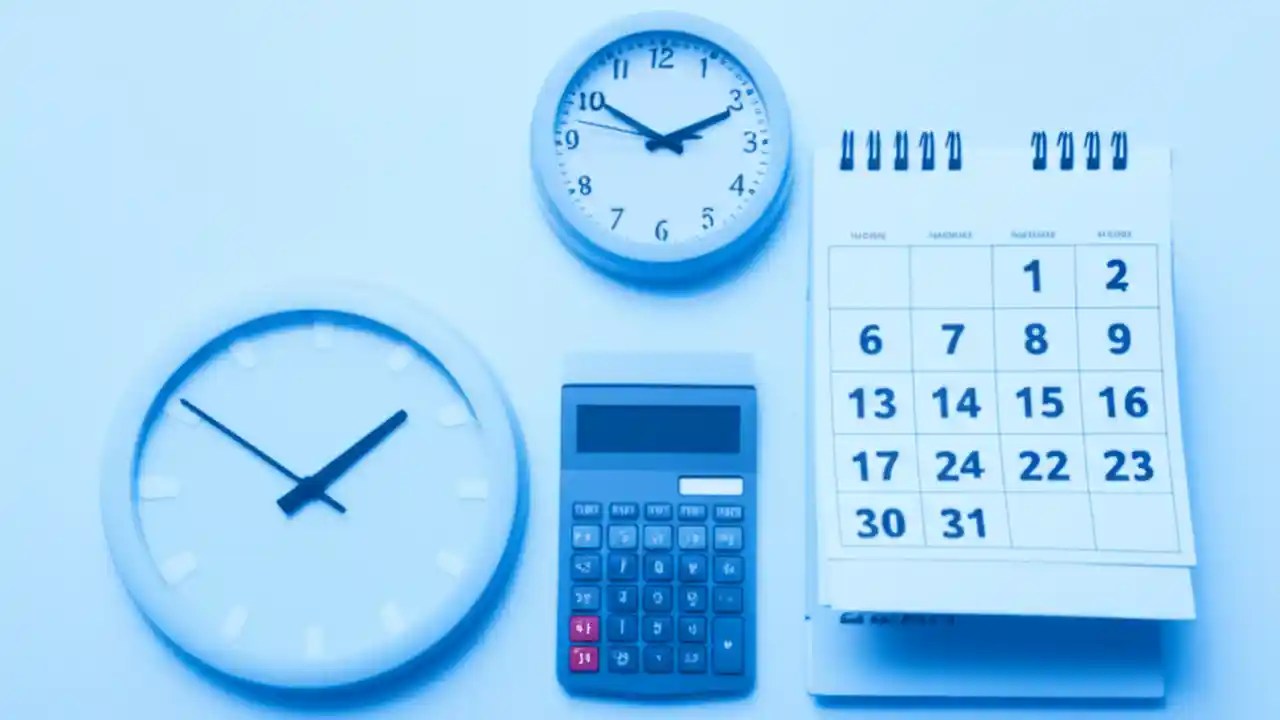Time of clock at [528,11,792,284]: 10:11
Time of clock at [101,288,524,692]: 1:50
